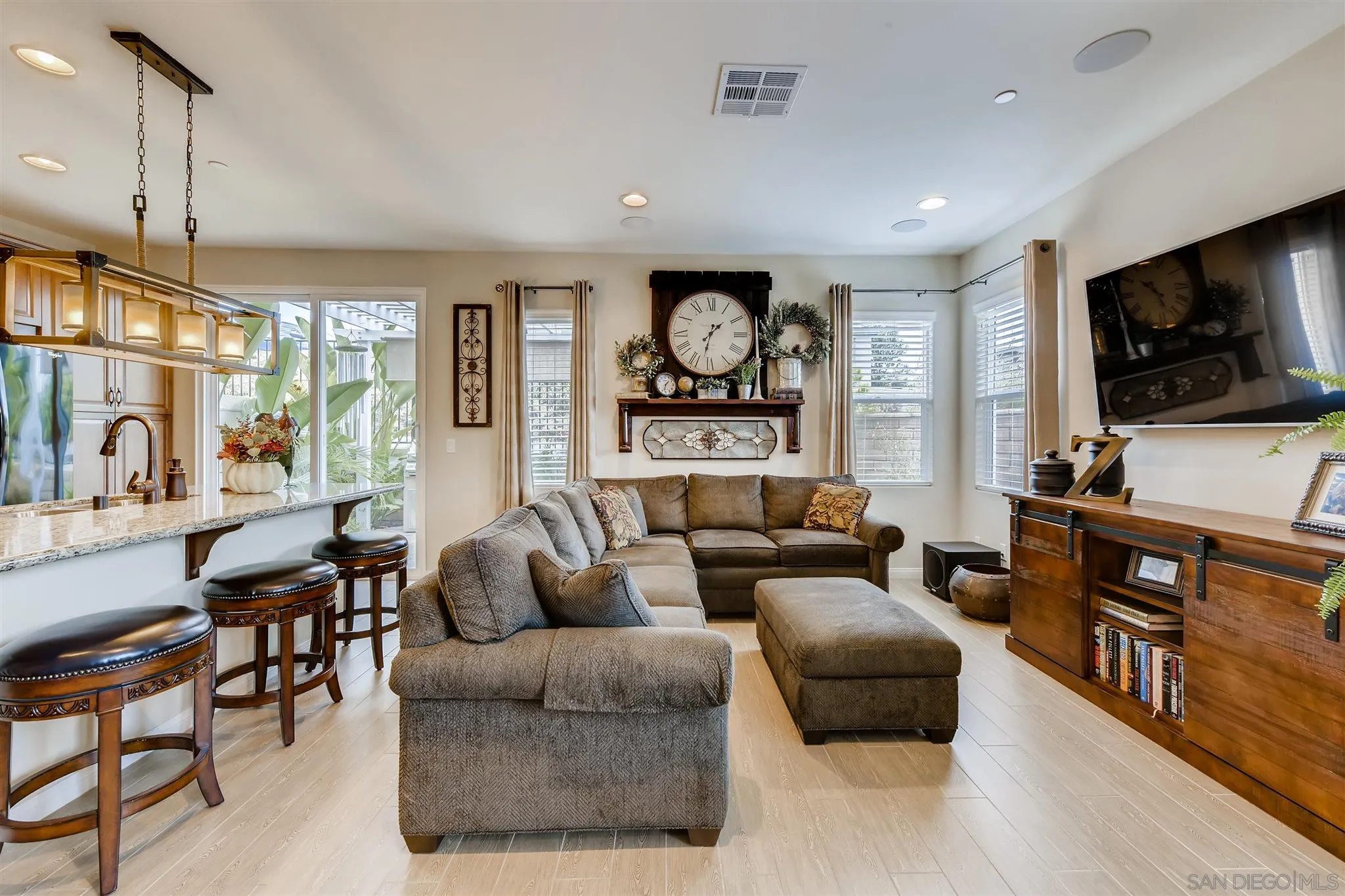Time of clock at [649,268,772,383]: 1:32
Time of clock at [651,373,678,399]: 1:32
